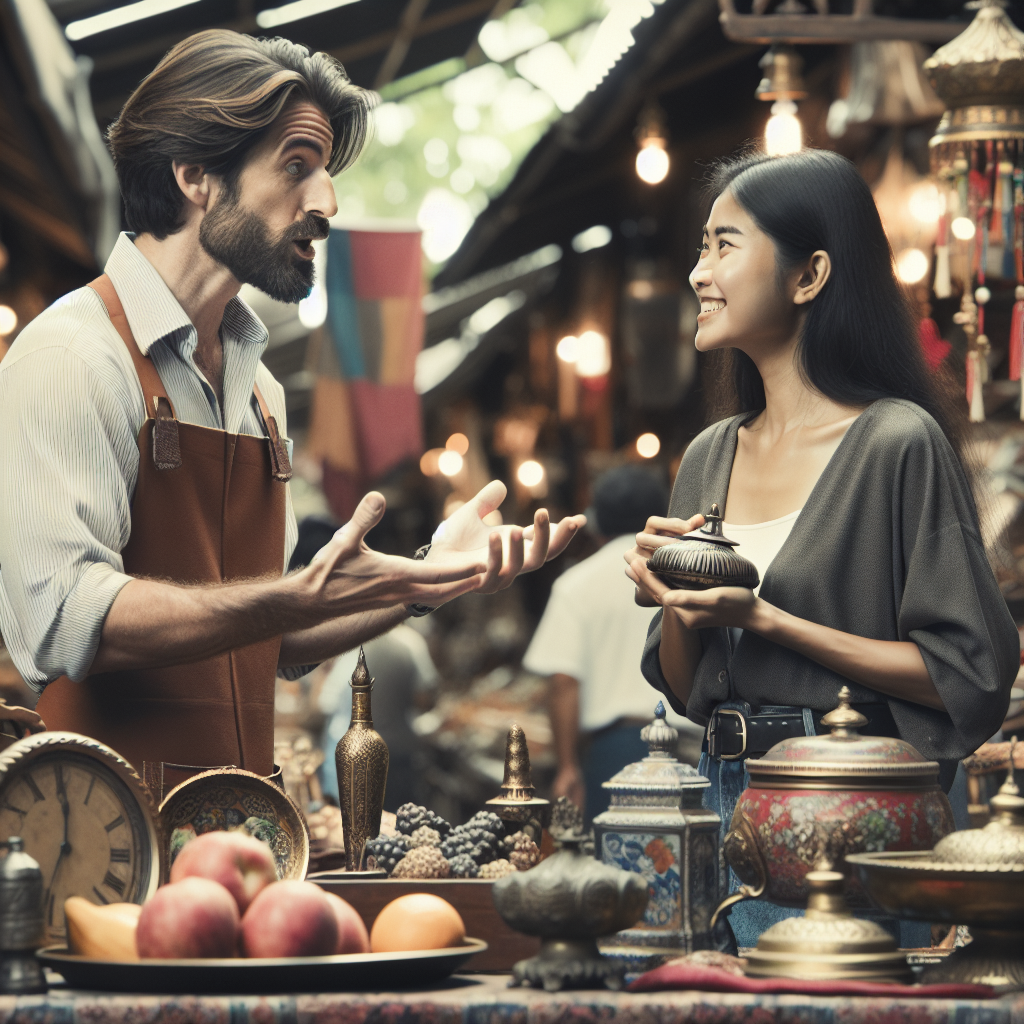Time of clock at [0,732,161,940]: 7:00
